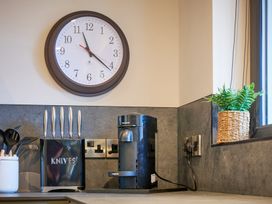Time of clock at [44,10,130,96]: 11:21
